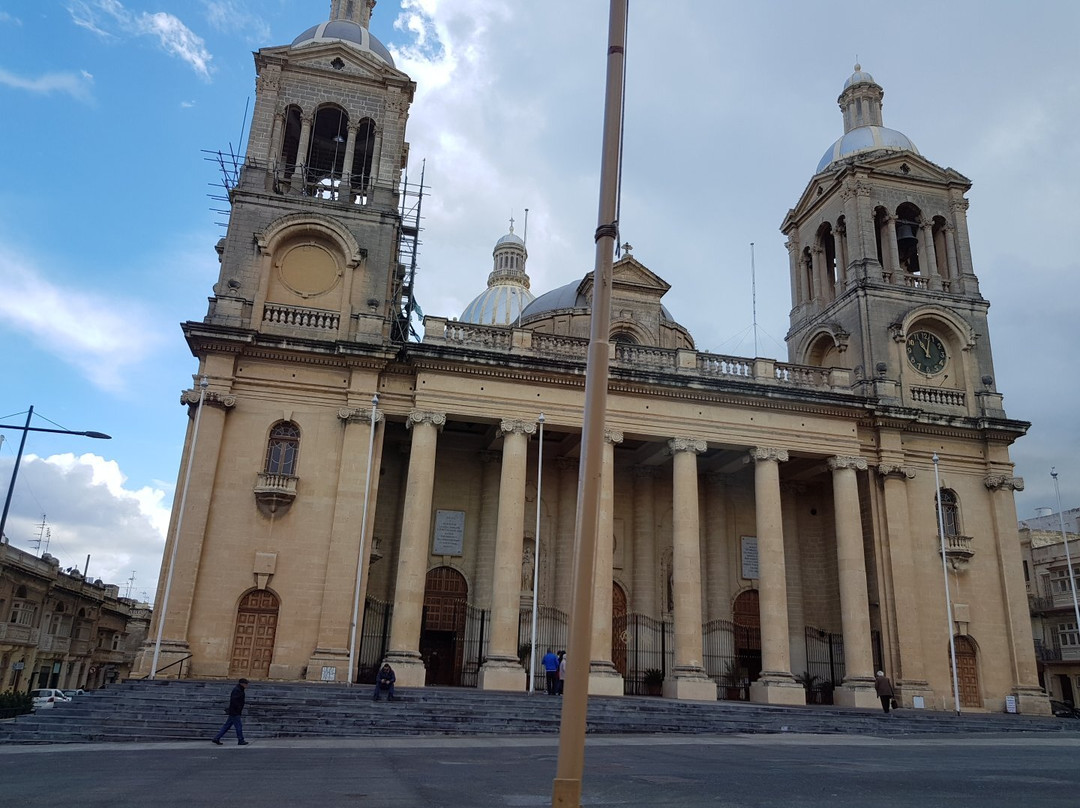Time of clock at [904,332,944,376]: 11:02
